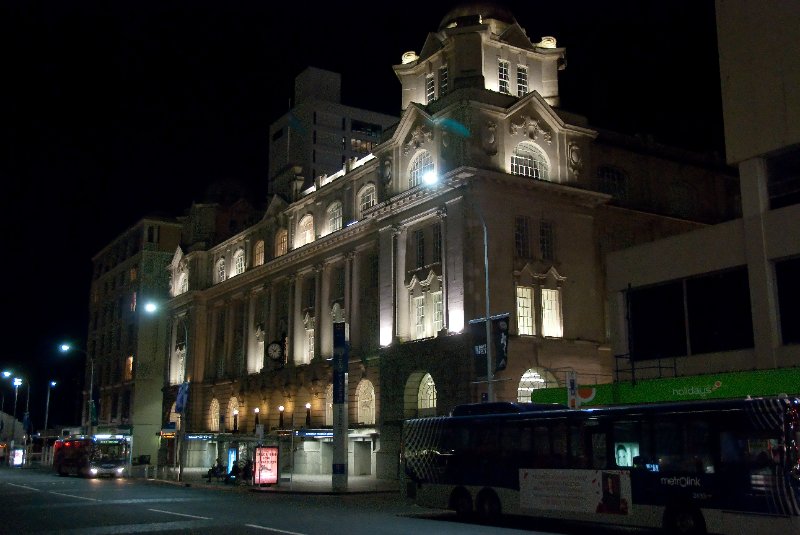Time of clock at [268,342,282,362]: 10:07
